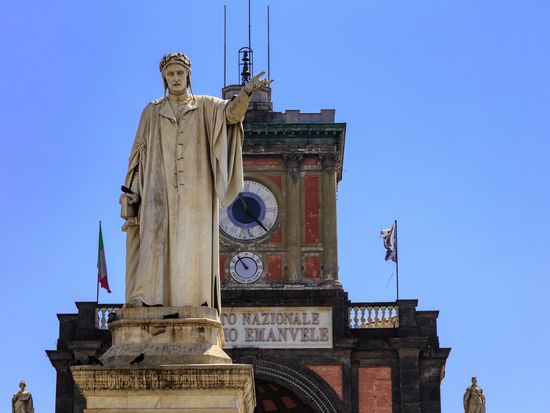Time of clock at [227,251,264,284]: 10:54
